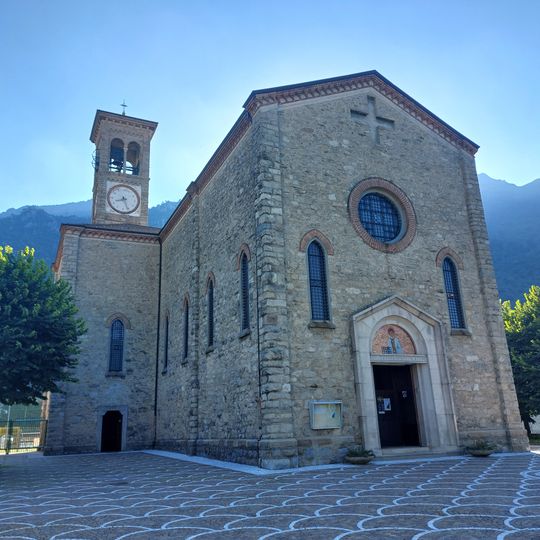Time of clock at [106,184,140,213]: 8:26
